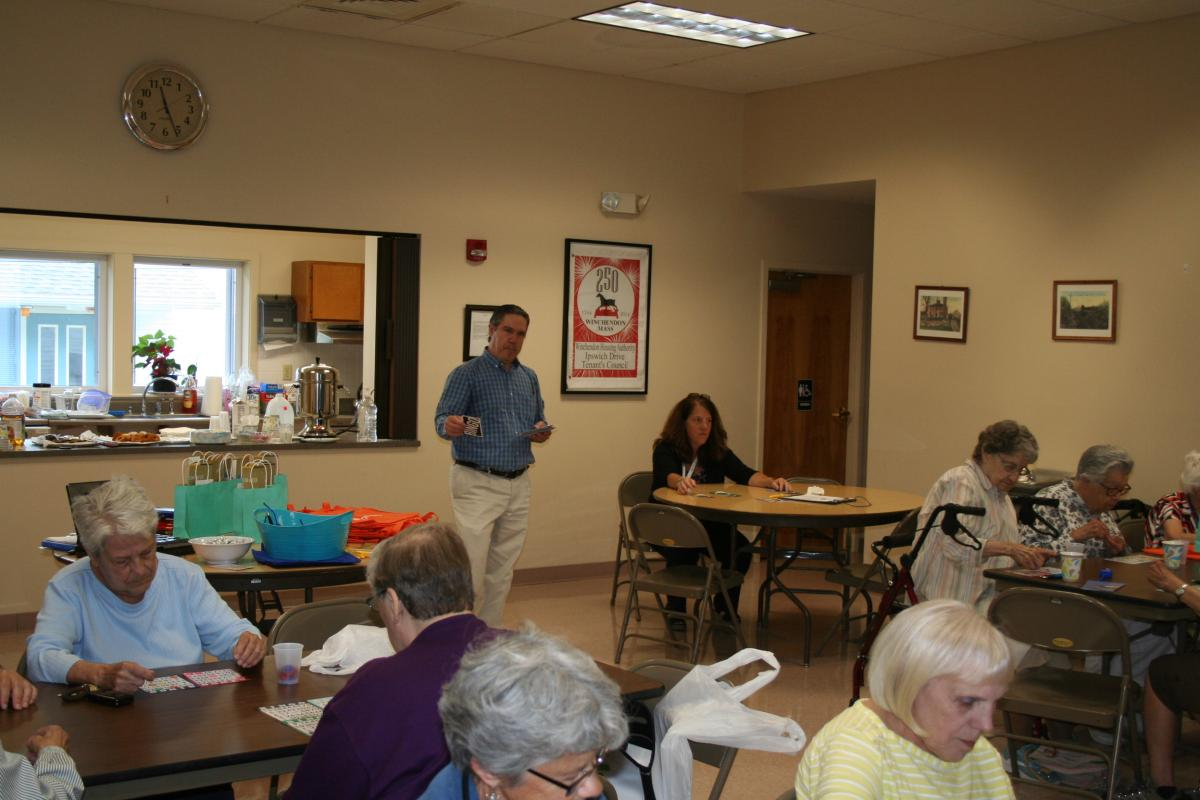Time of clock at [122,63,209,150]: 11:26
